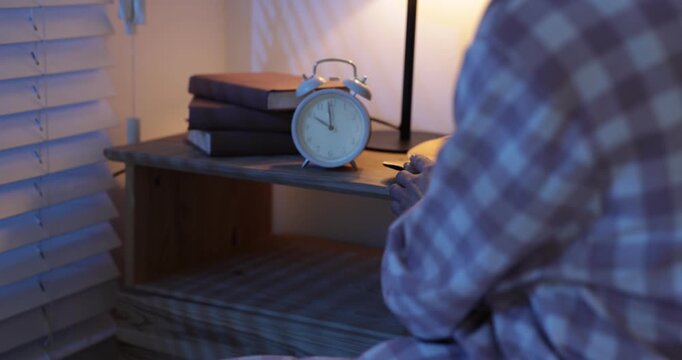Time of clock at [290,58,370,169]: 9:59
